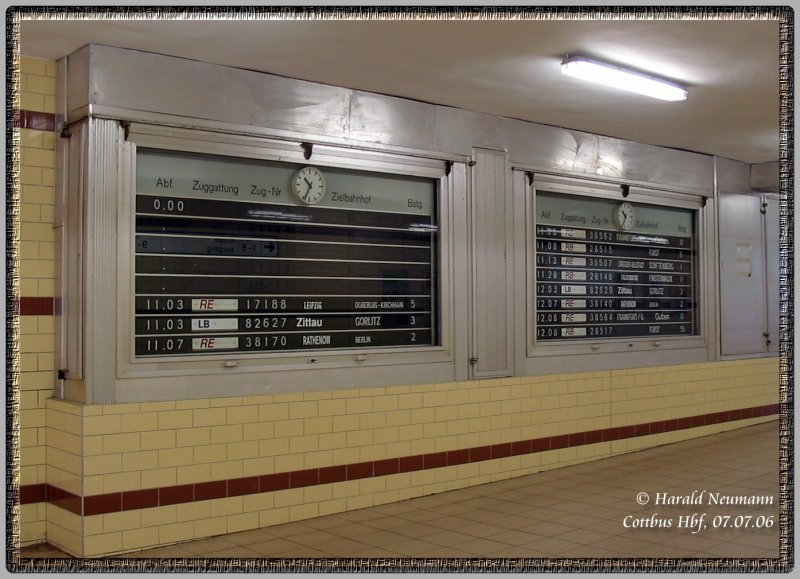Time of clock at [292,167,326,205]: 10:34
